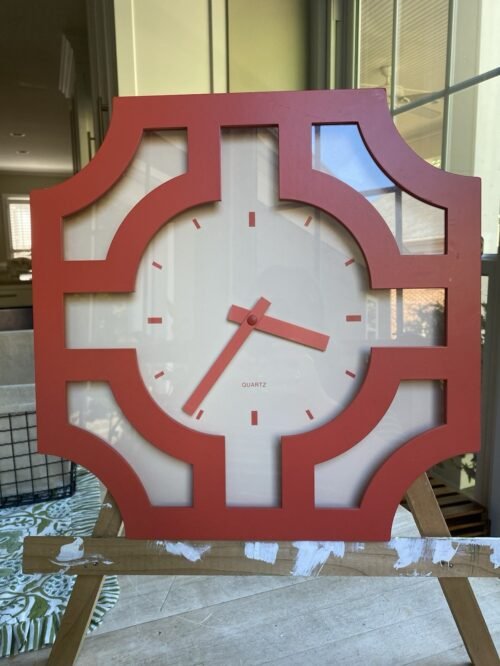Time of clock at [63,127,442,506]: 3:36
